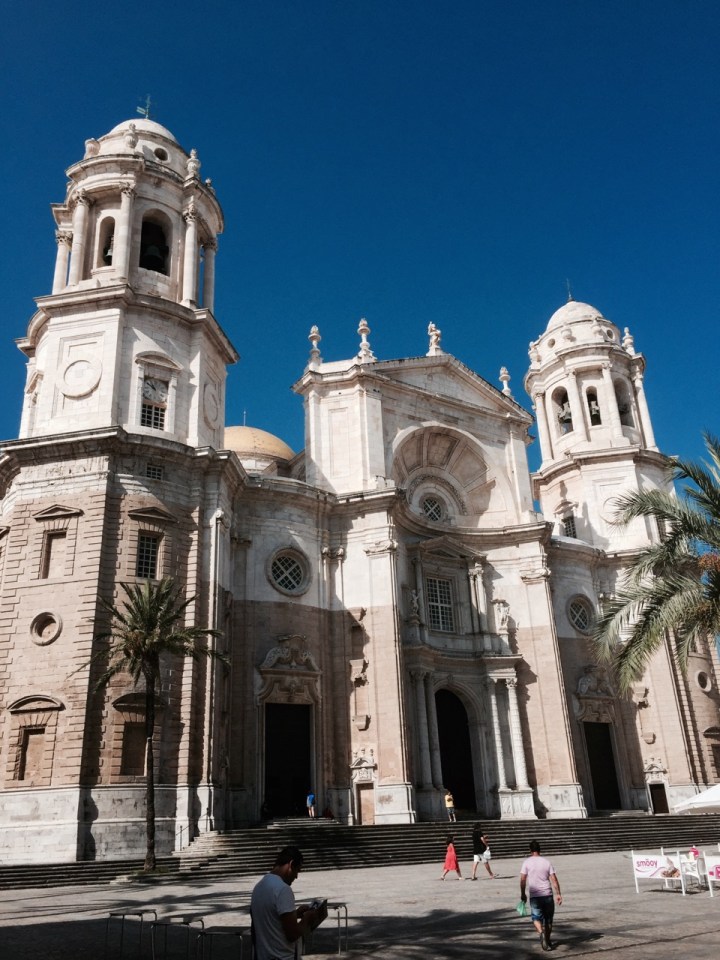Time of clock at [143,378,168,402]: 10:50
